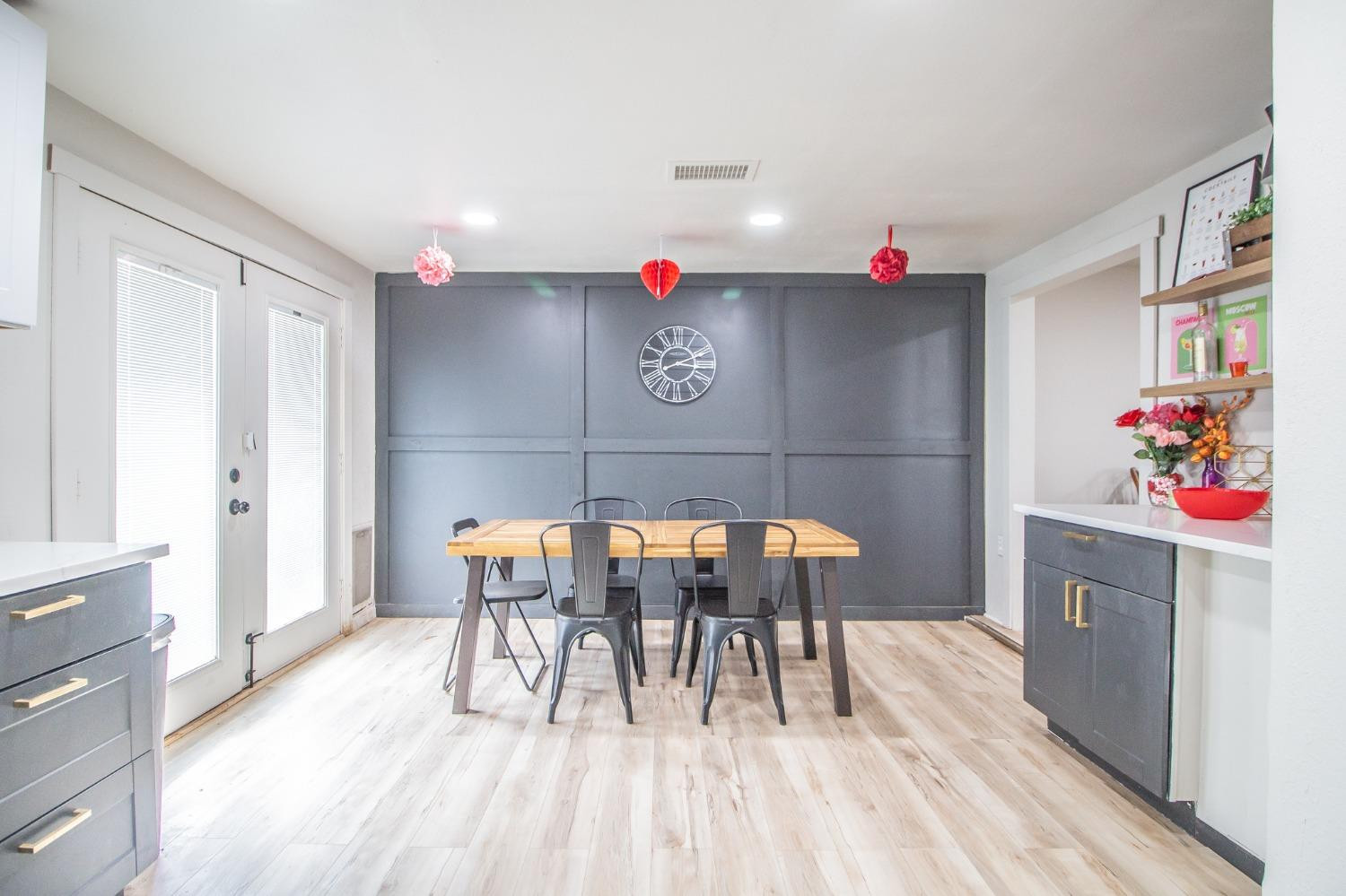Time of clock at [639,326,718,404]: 3:11
